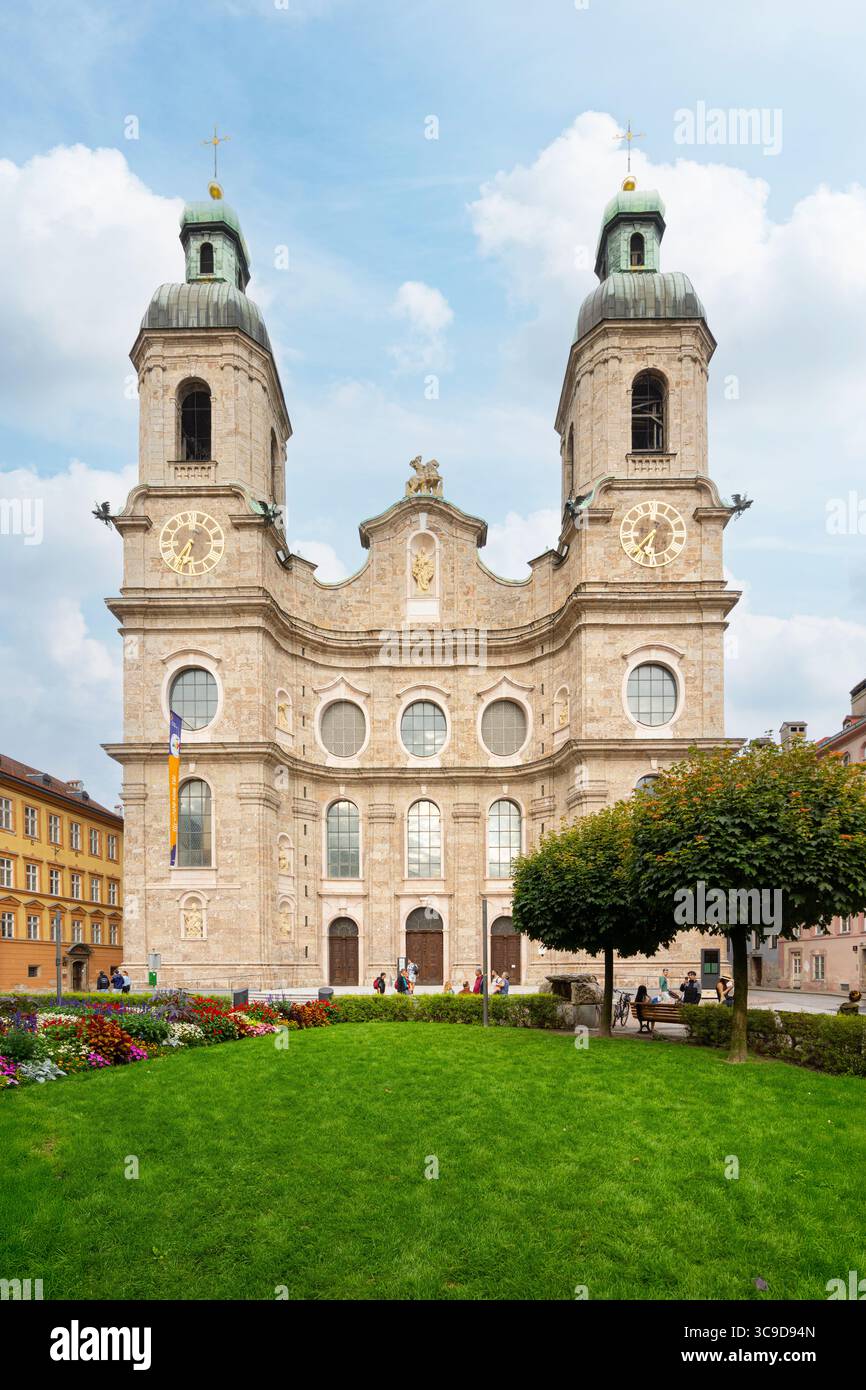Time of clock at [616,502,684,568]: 6:36
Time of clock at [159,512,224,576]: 6:35
